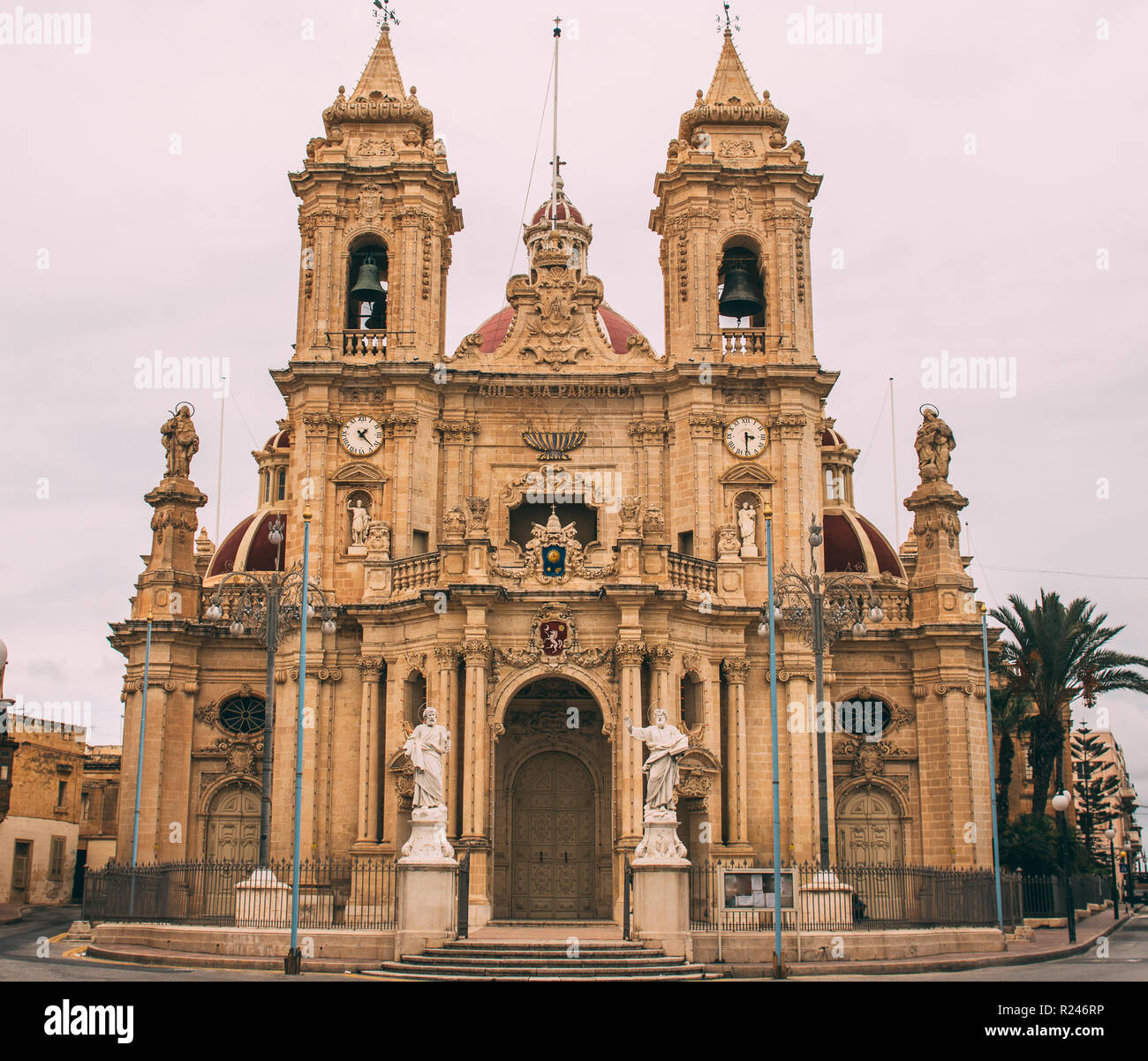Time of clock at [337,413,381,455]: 1:22
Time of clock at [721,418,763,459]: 3:30
